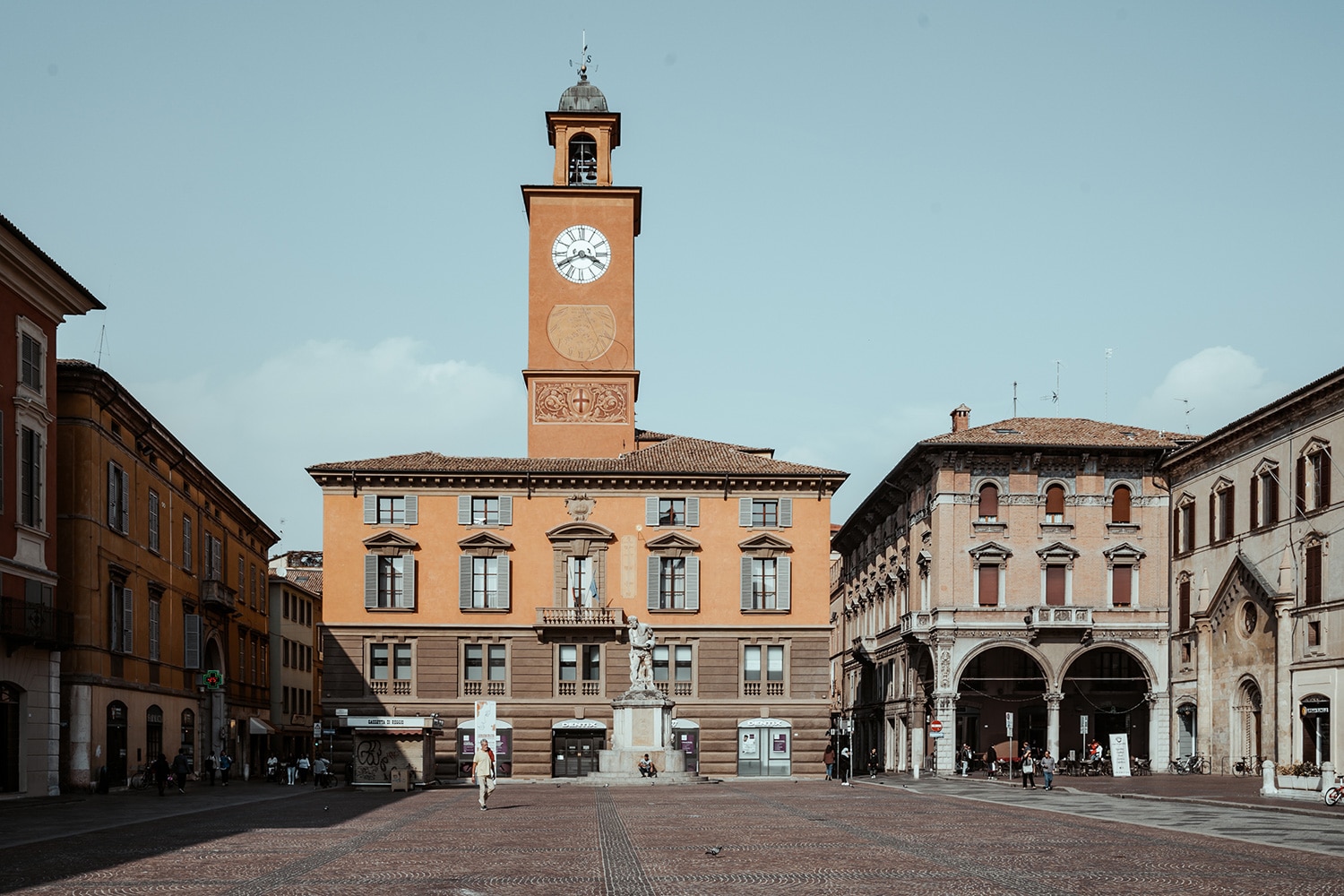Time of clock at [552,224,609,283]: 3:40
